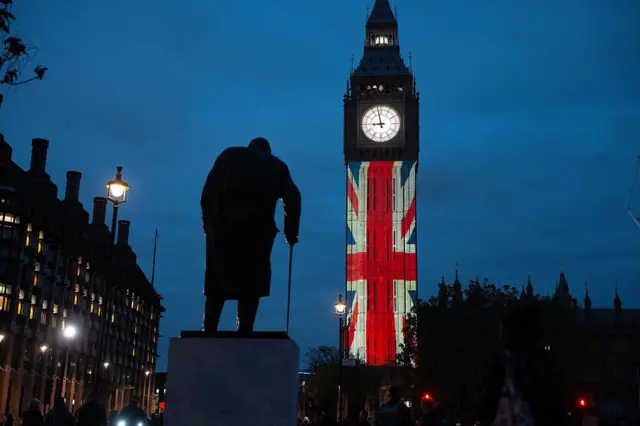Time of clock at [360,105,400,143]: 8:57
